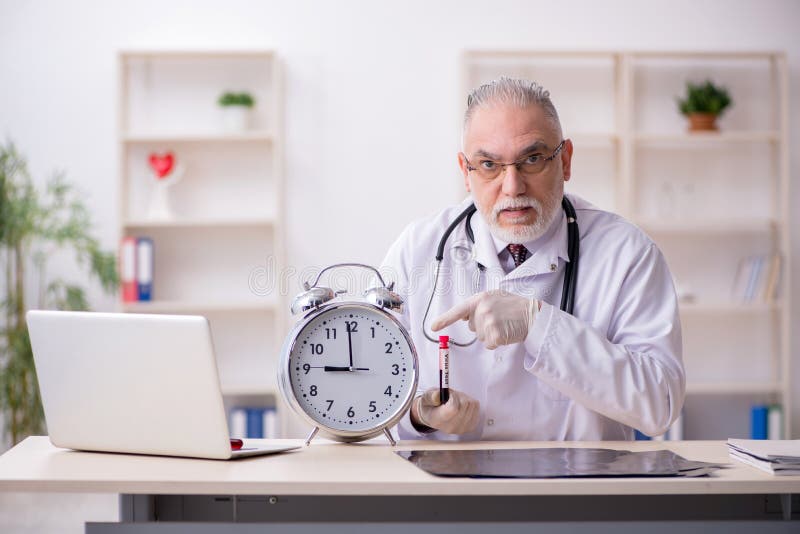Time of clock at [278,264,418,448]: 8:59
